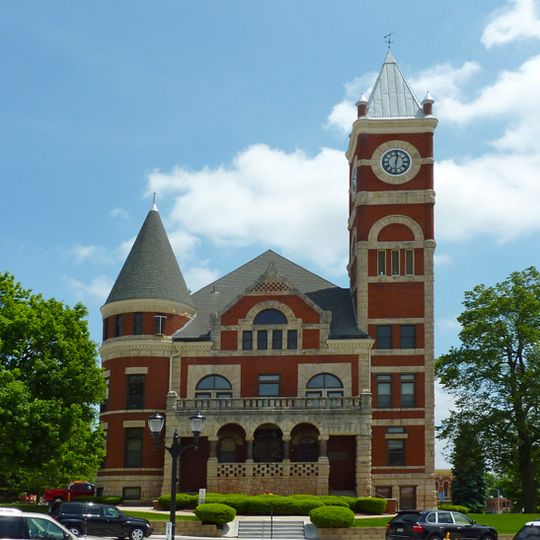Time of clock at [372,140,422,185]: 12:30
